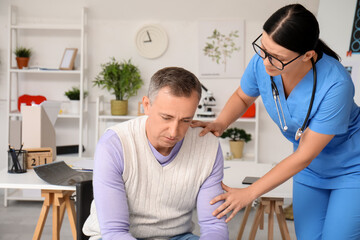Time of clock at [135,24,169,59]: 8:56
